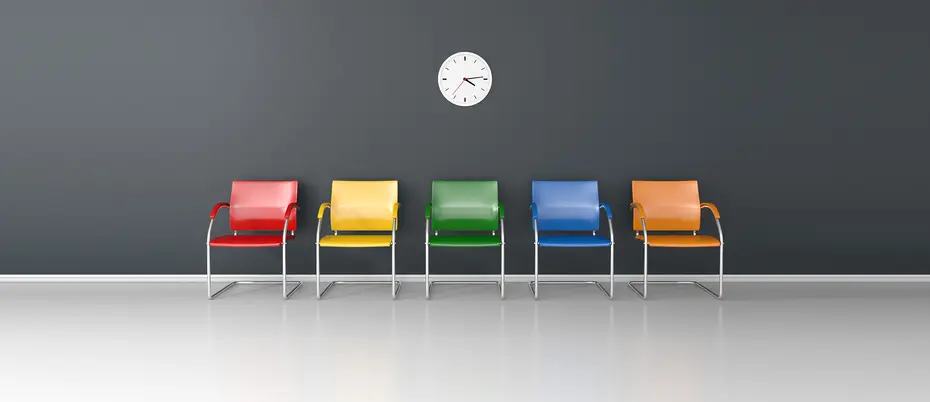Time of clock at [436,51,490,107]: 4:13
